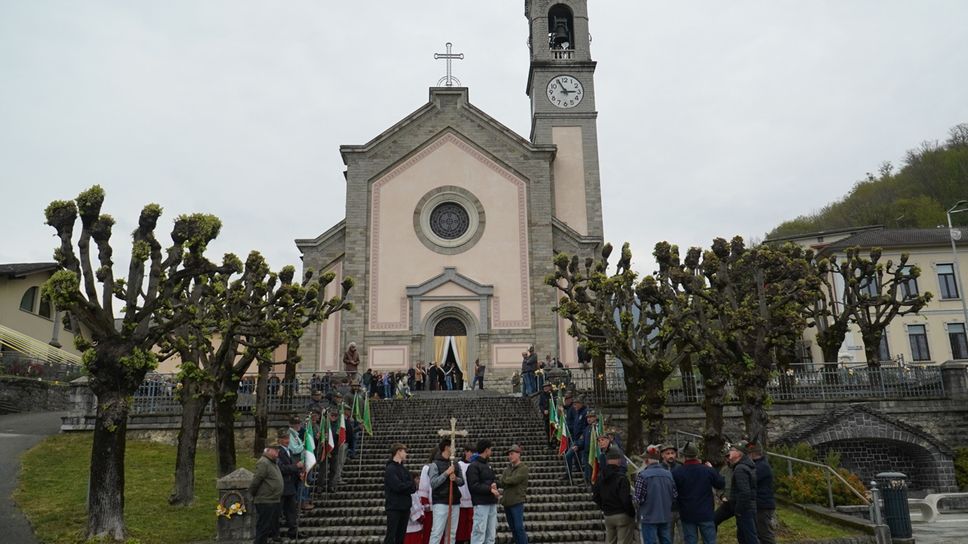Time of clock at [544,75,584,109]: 2:55
